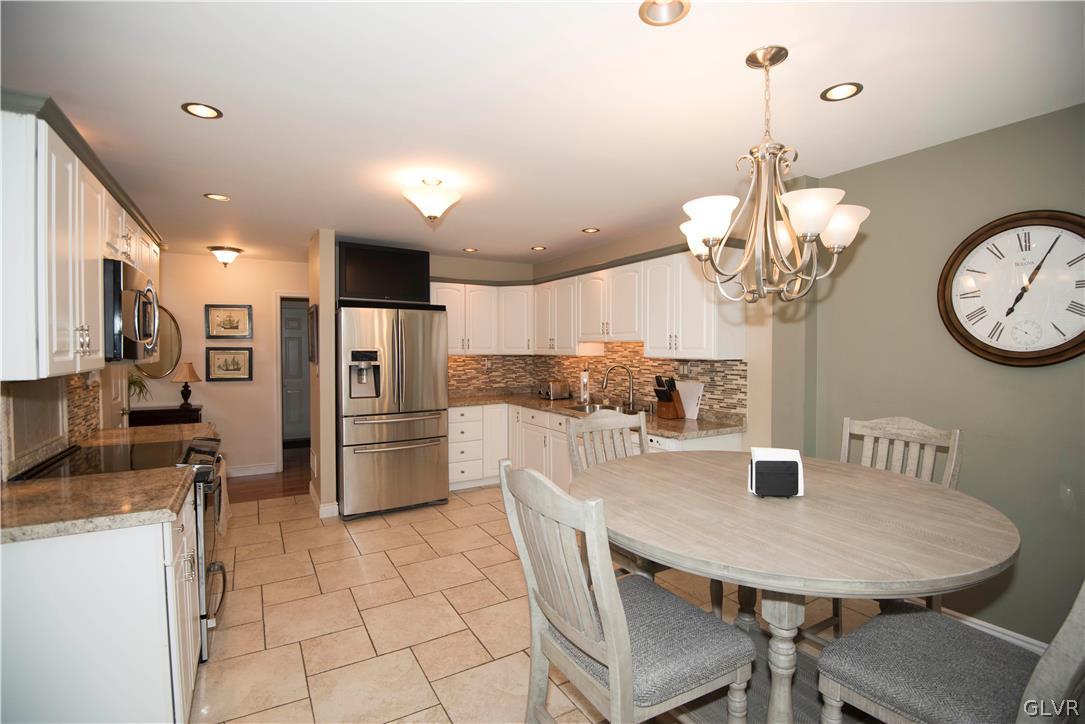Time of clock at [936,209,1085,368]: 7:05
